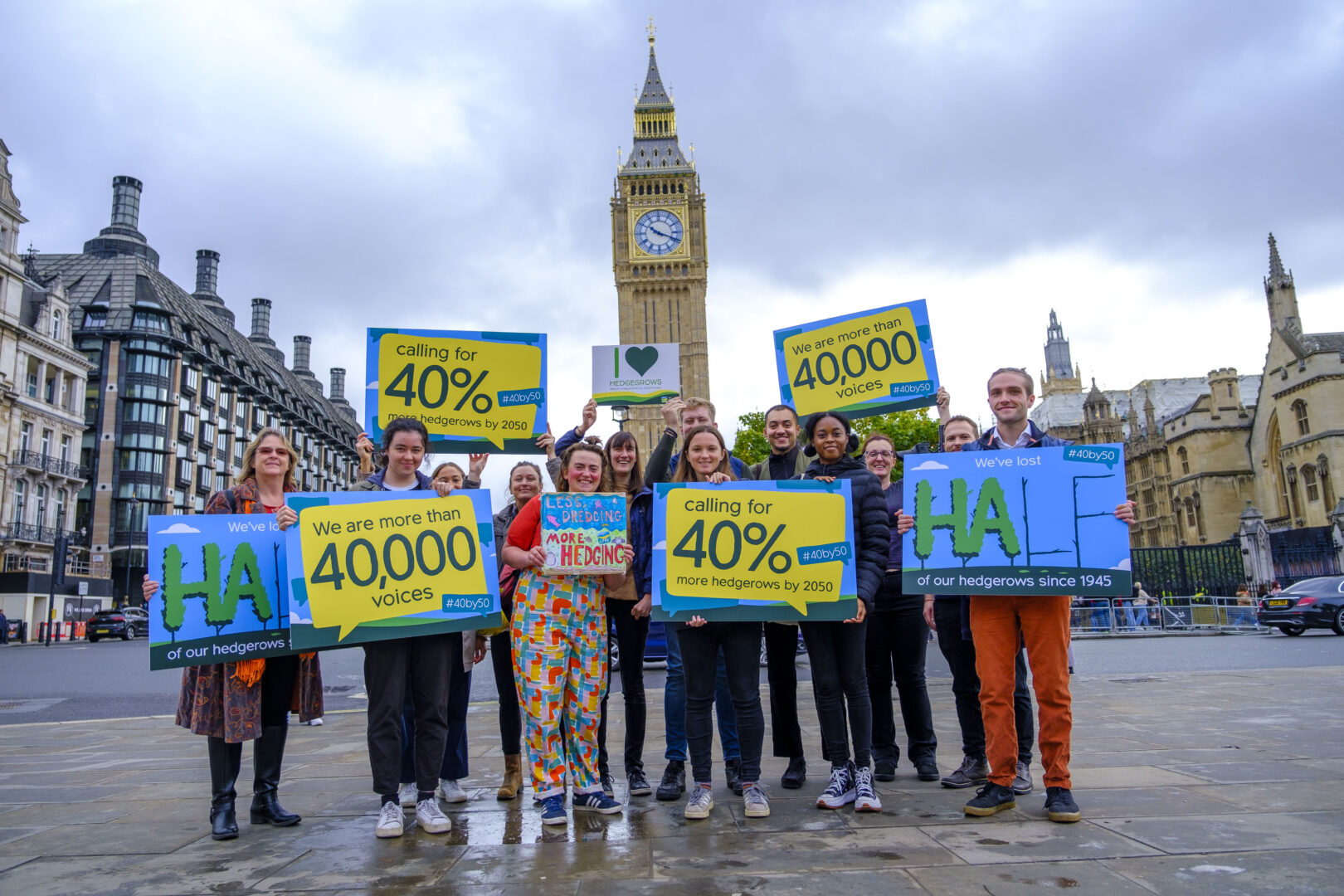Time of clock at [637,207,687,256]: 10:18
